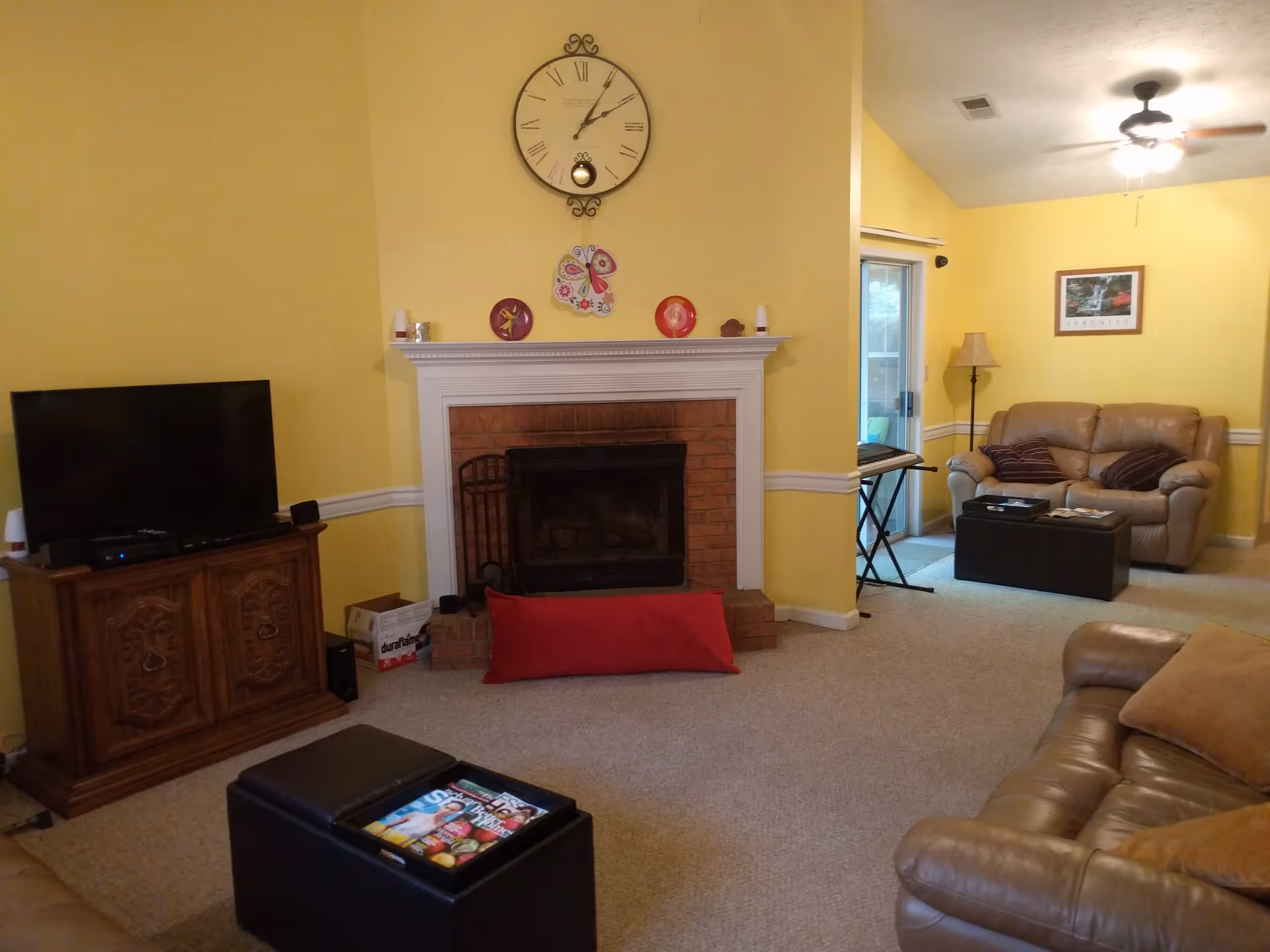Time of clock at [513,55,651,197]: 2:05
